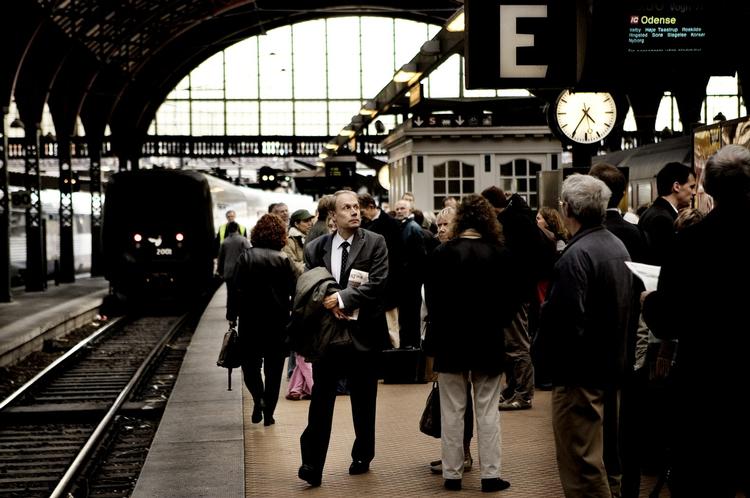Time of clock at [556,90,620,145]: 4:35
